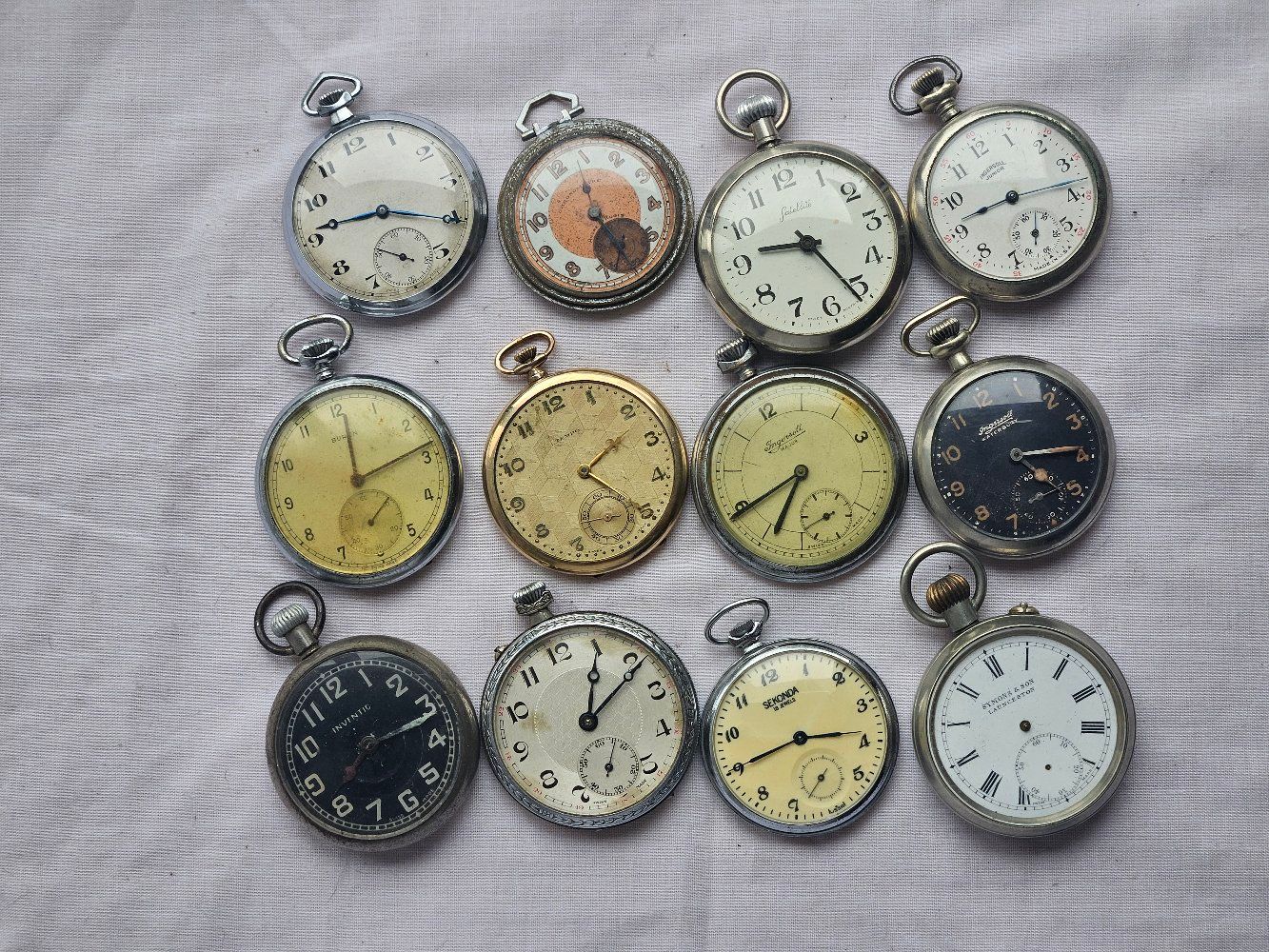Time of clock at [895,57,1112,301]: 8:12
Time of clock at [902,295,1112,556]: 4:13
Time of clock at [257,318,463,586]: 12:13
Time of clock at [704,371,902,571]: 6:39
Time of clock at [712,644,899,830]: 2:40
